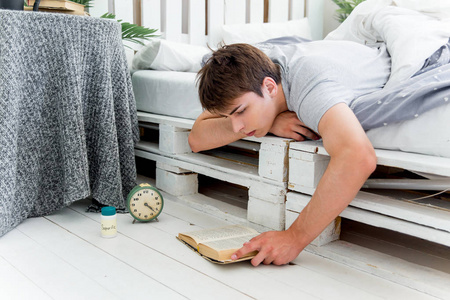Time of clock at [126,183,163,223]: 4:22
